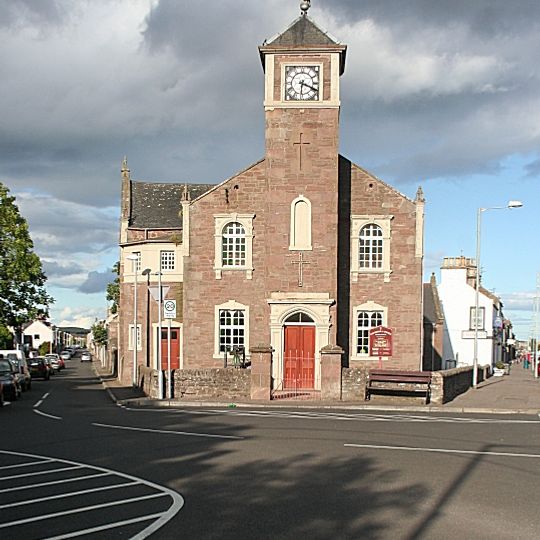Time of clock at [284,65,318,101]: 6:18
